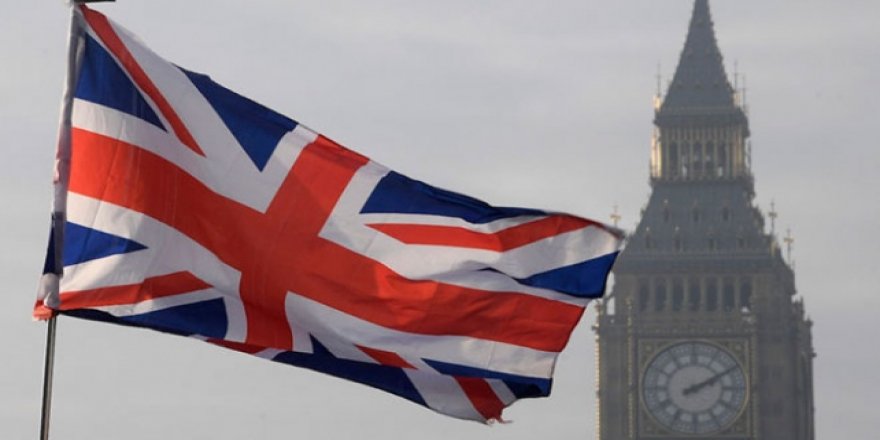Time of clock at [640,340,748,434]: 2:10
